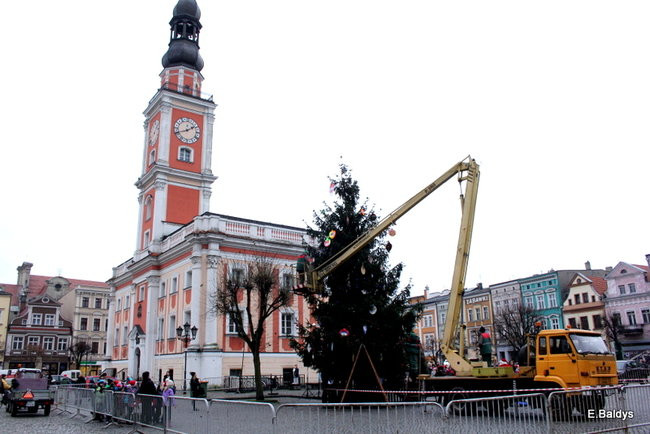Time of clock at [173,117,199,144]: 1:41
